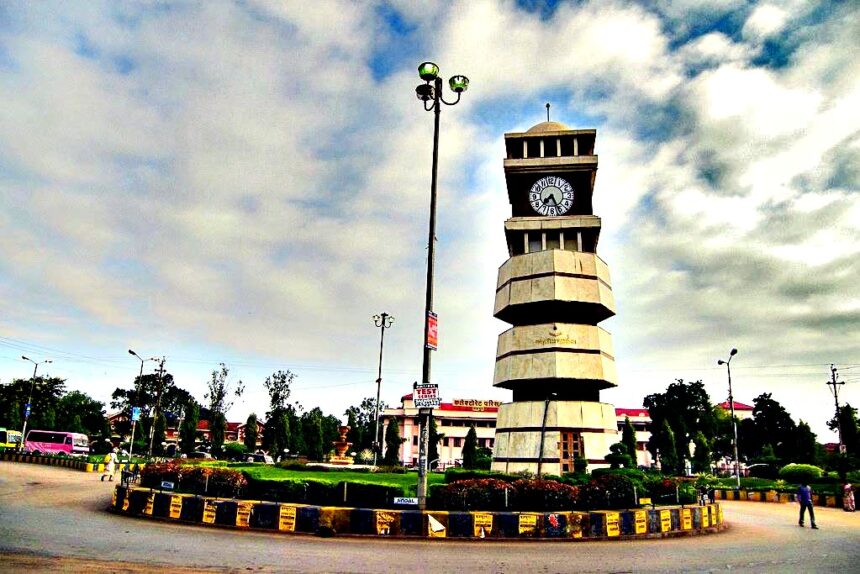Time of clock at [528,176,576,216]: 7:25
